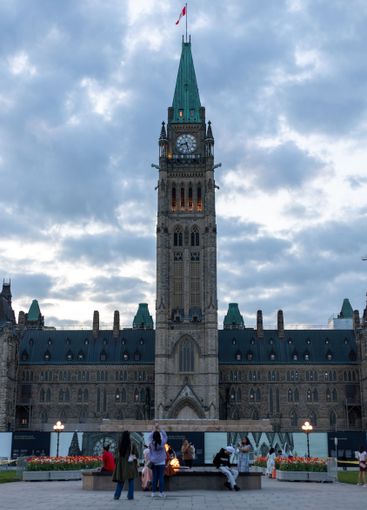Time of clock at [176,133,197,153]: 8:27
